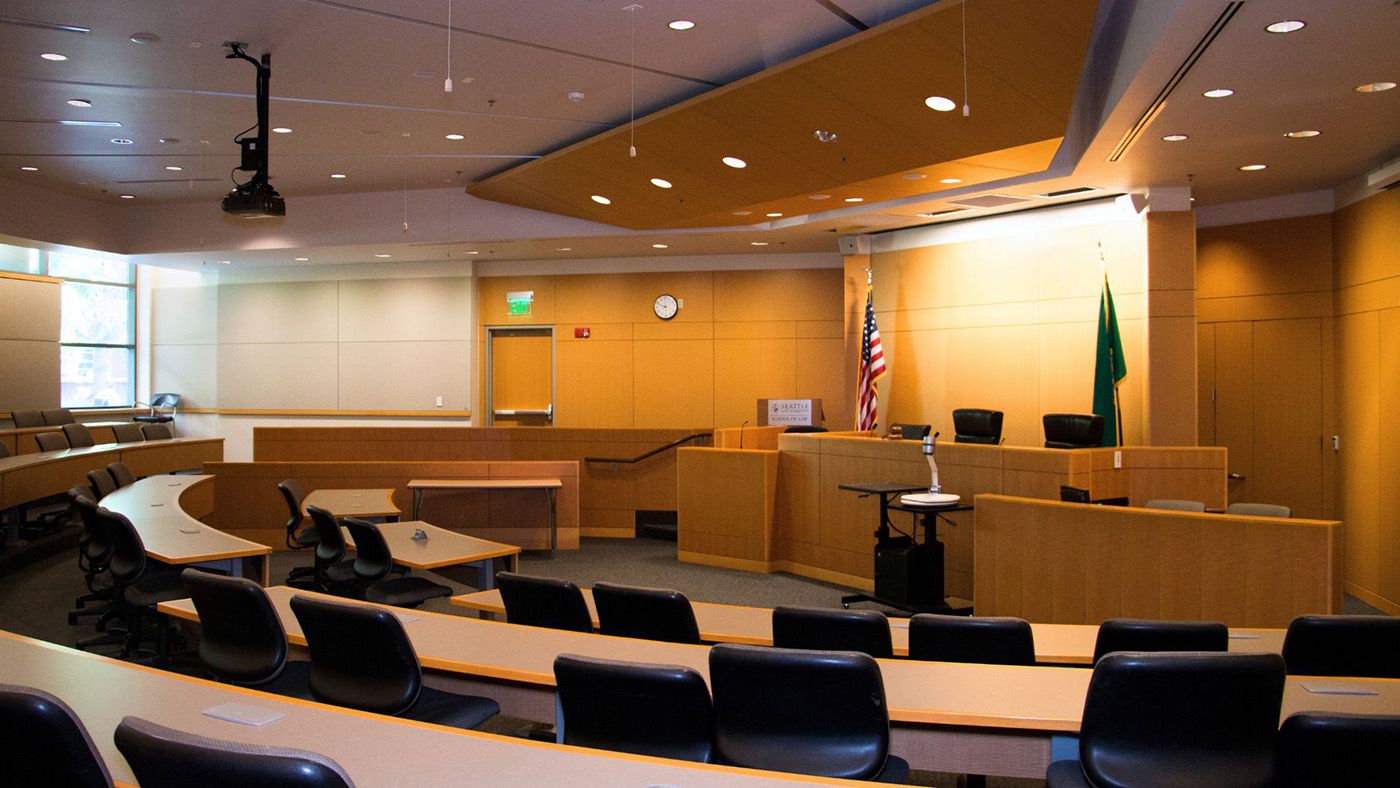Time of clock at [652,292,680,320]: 11:48
